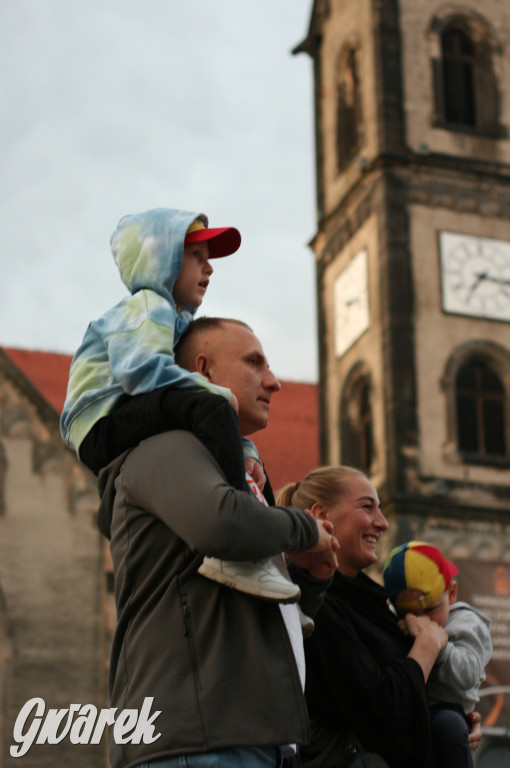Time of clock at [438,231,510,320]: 7:16
